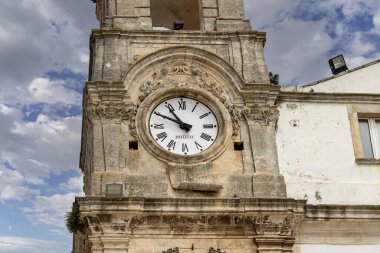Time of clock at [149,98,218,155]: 10:49
